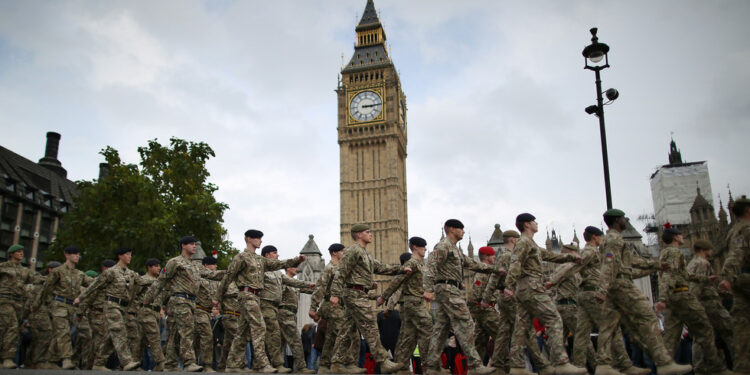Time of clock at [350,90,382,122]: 3:14
